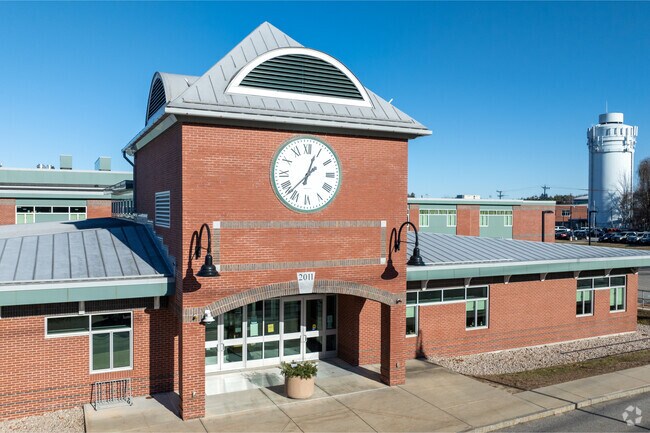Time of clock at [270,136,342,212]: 2:03
